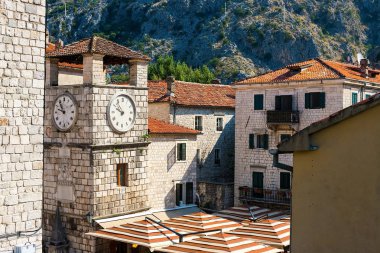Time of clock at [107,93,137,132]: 9:53
